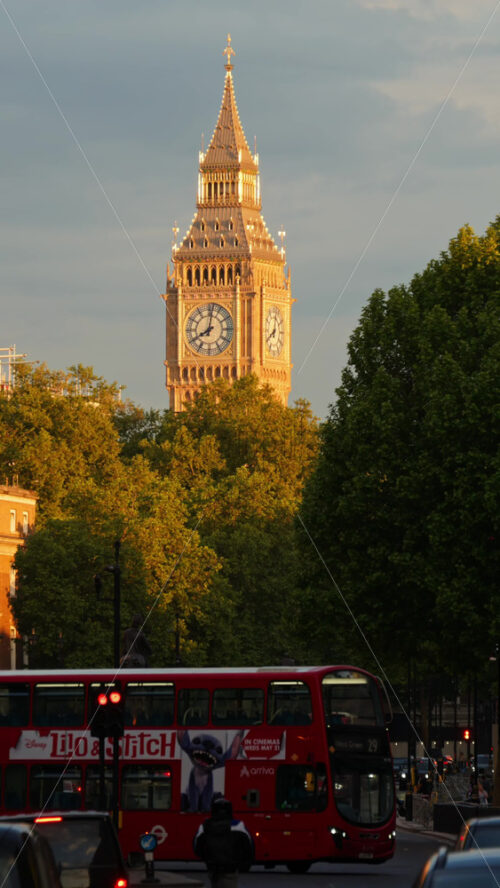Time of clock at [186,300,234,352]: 8:01
